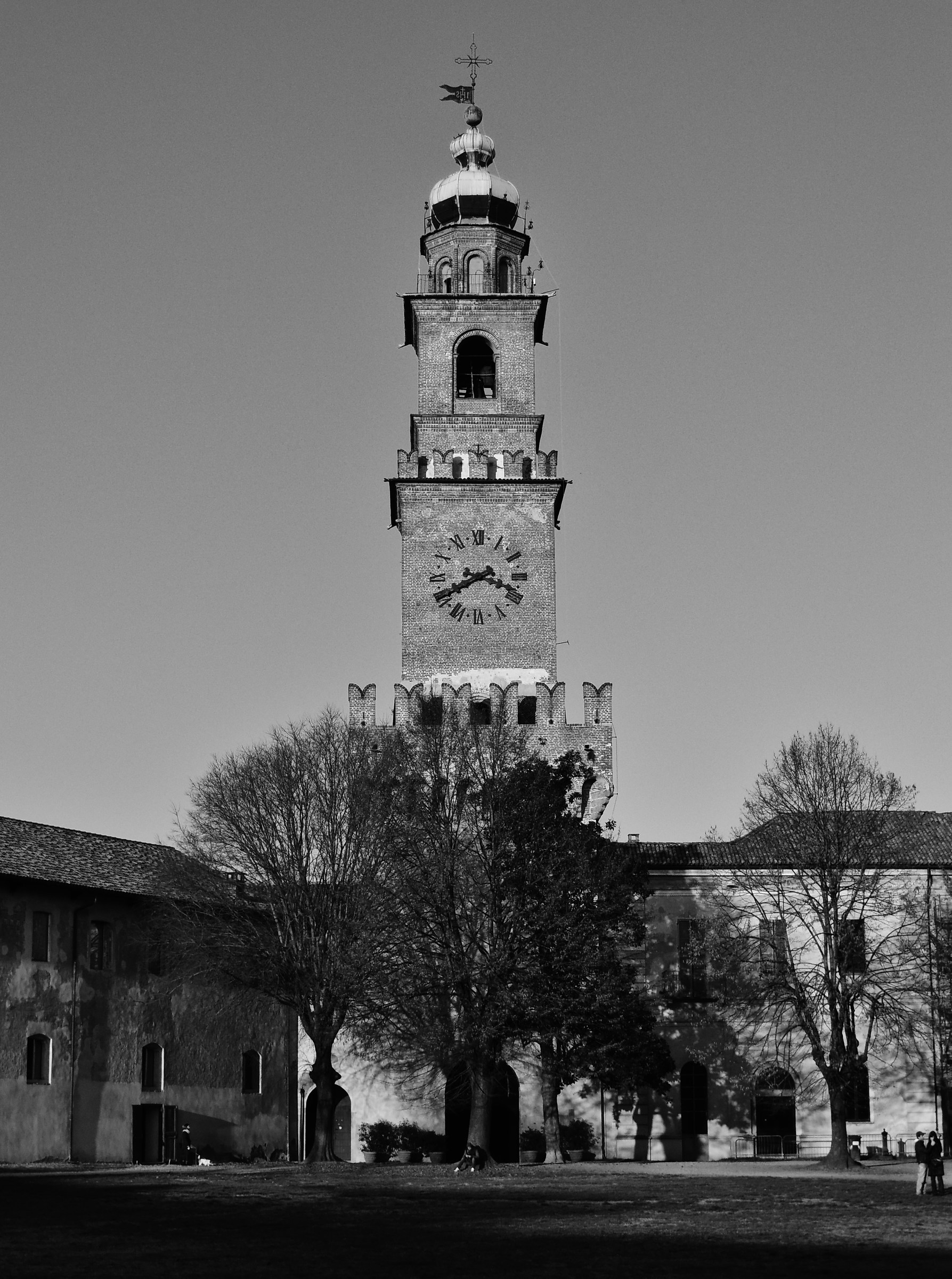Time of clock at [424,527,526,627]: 3:40
